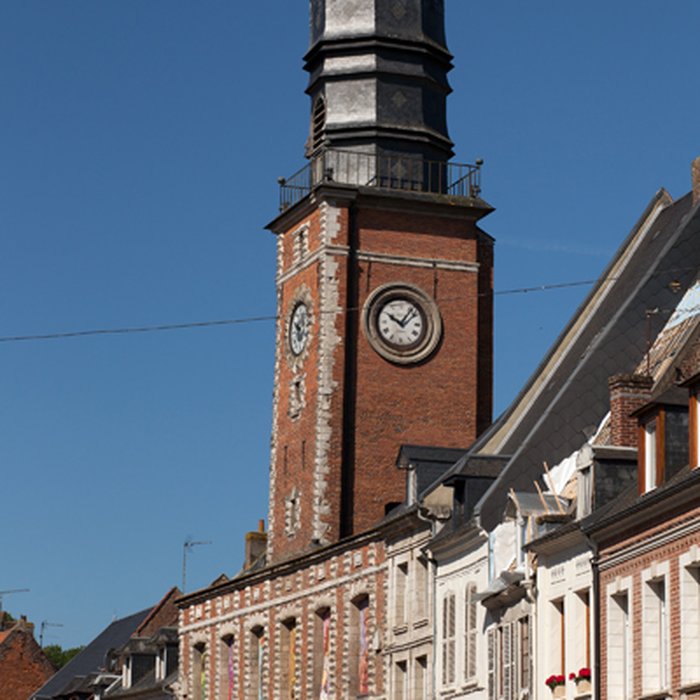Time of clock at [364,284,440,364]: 10:07
